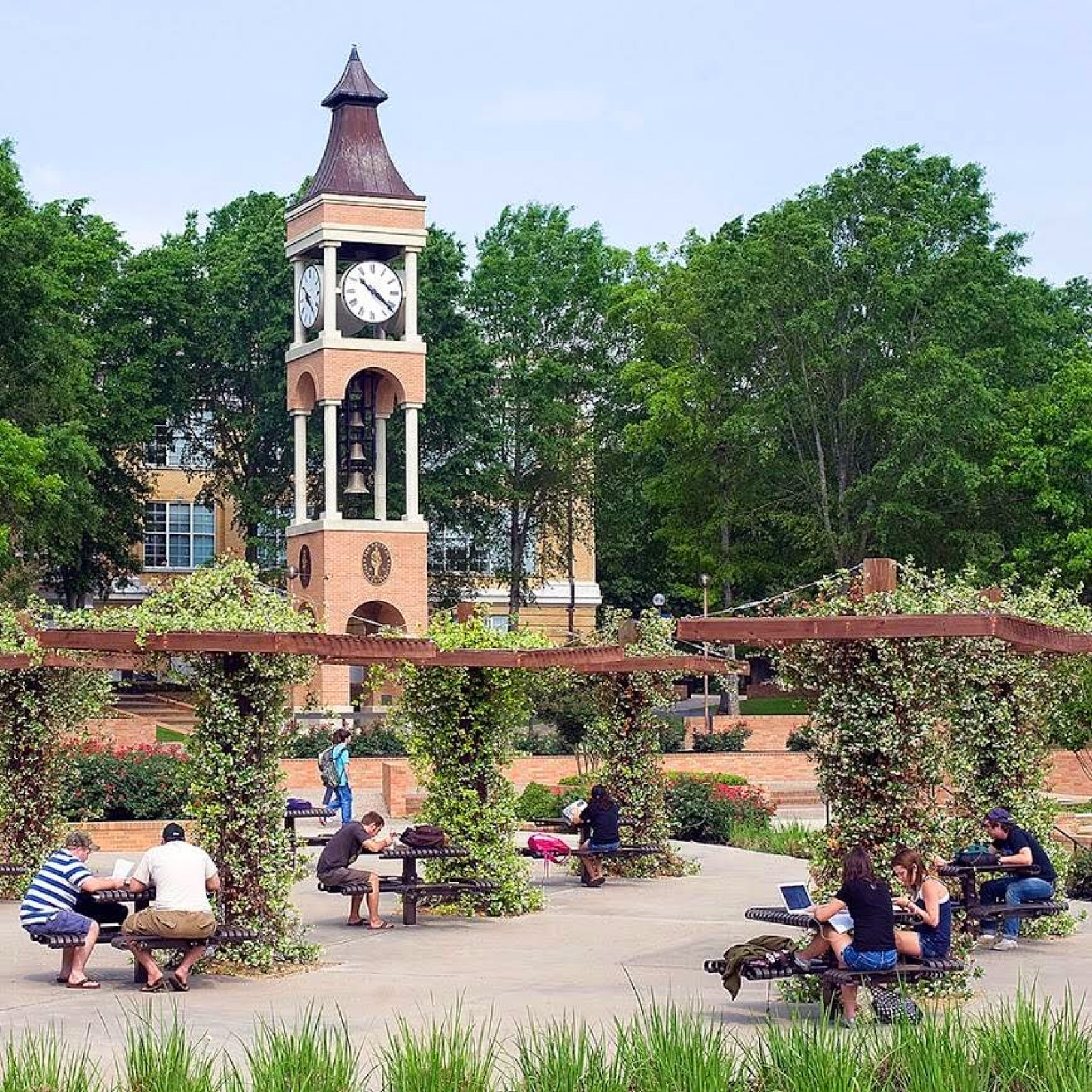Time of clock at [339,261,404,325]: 10:21
